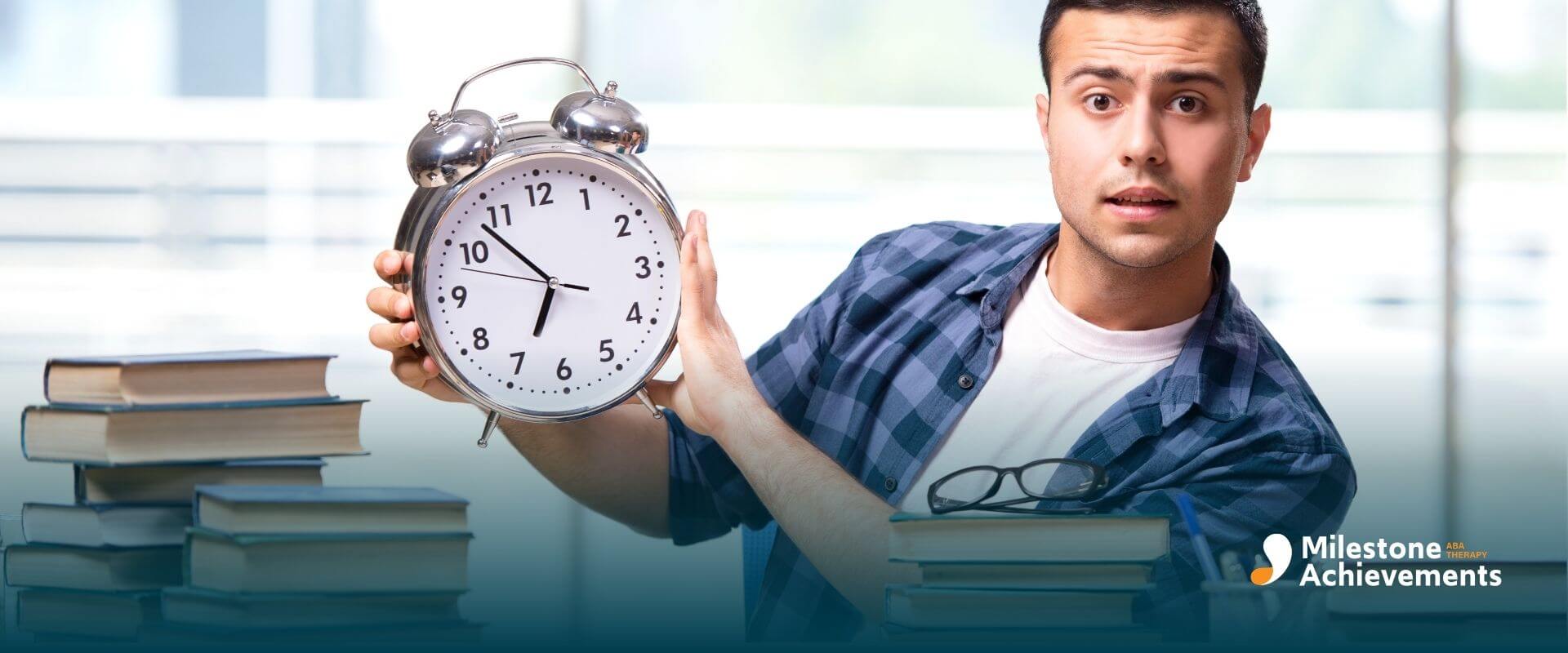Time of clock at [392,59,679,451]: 6:53
